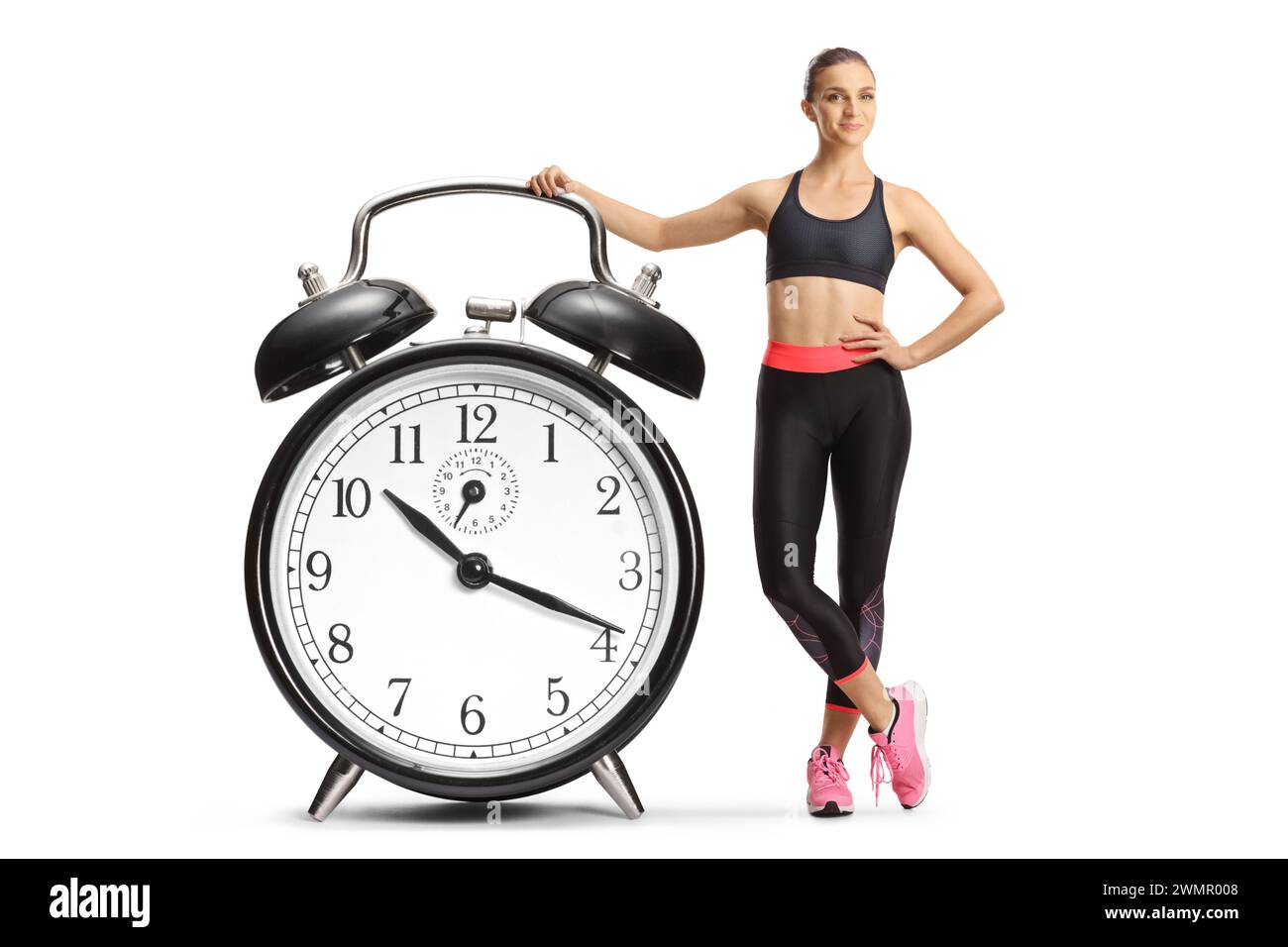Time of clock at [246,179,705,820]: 10:18
